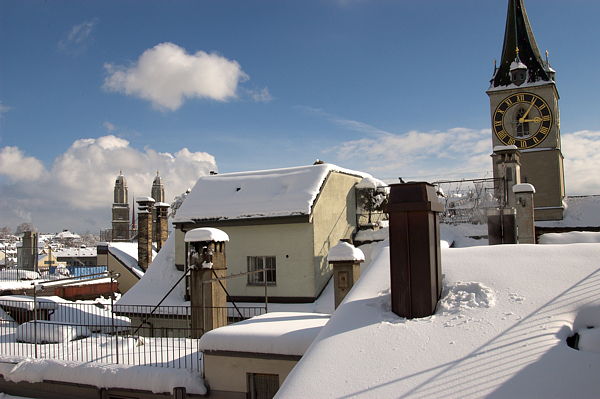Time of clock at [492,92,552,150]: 3:05
